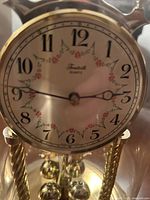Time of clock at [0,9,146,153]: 2:46
